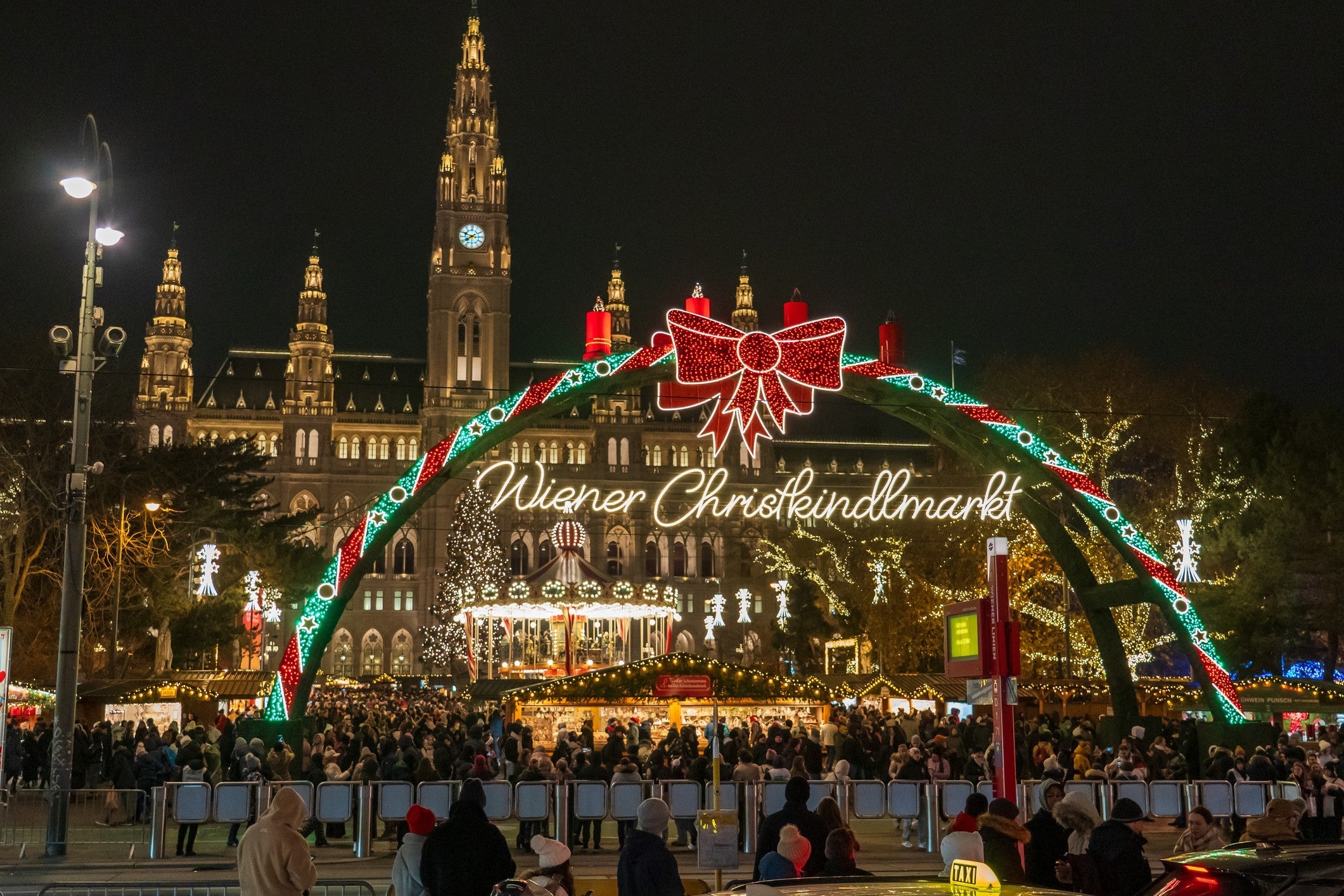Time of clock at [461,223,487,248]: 7:48
